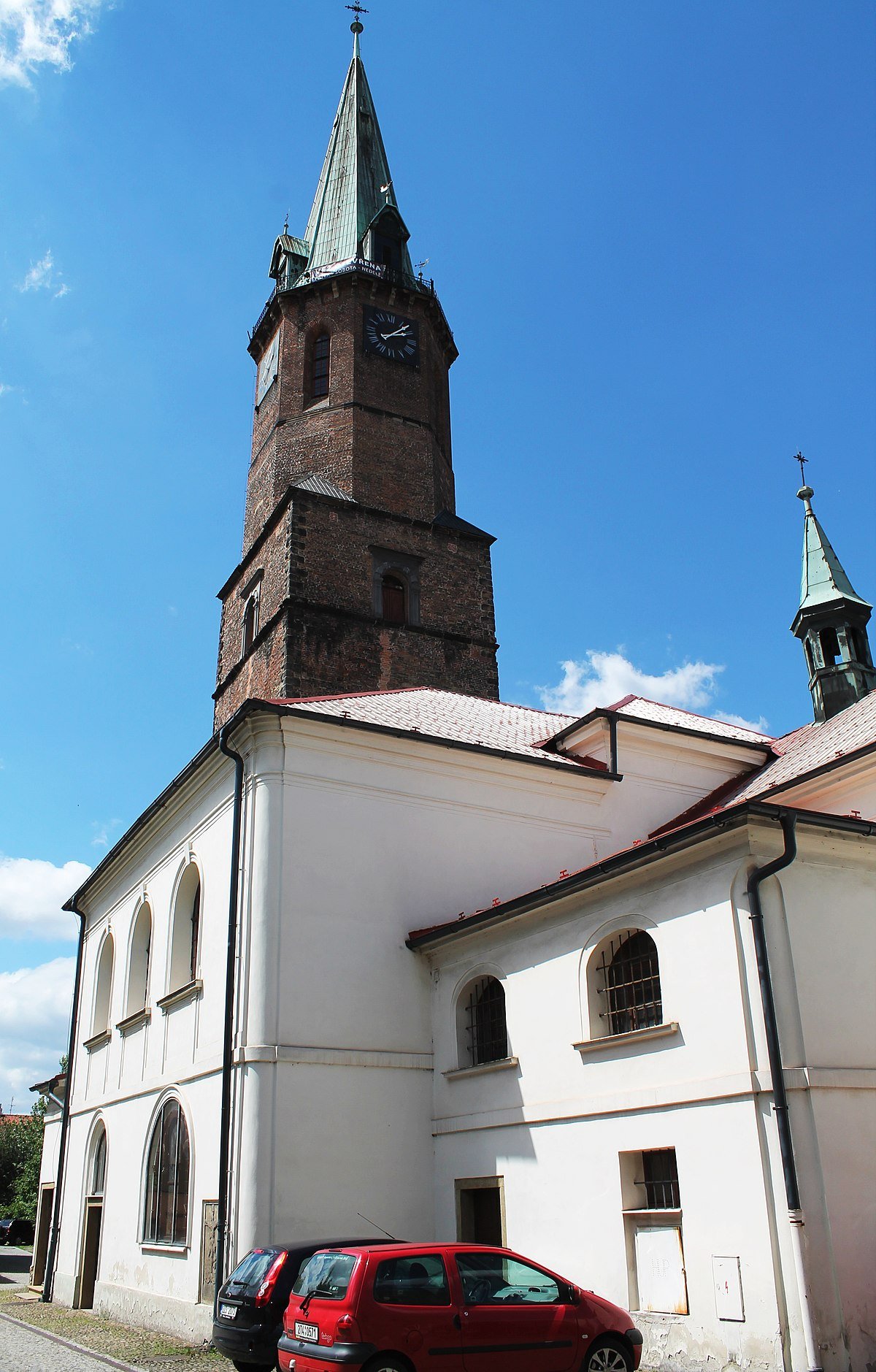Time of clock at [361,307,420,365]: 2:07
